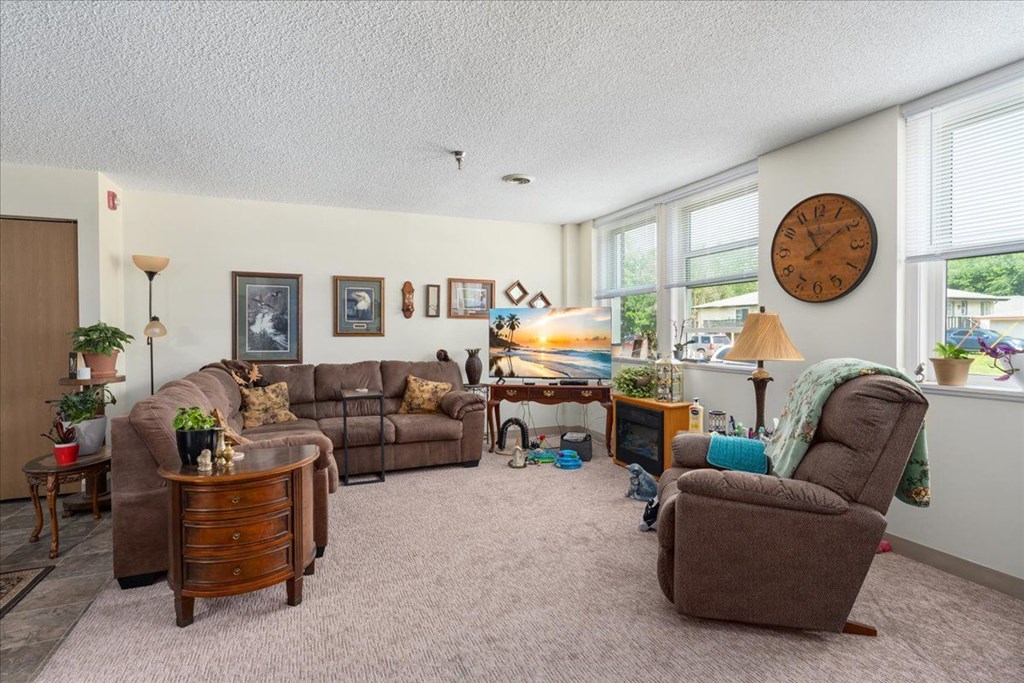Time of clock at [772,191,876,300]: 11:08
